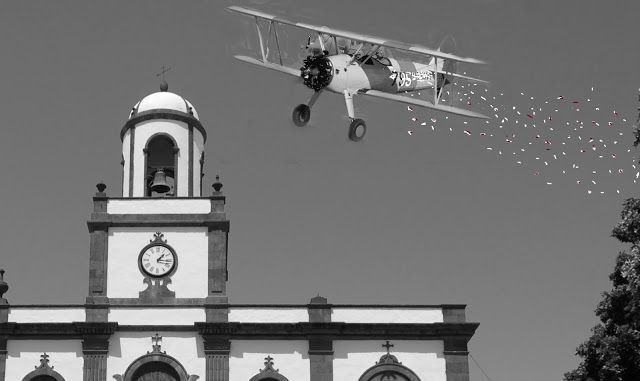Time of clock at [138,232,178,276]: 1:16
